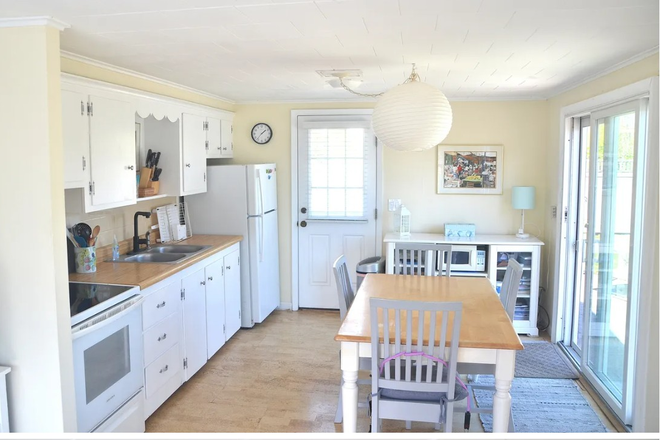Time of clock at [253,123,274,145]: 1:36
